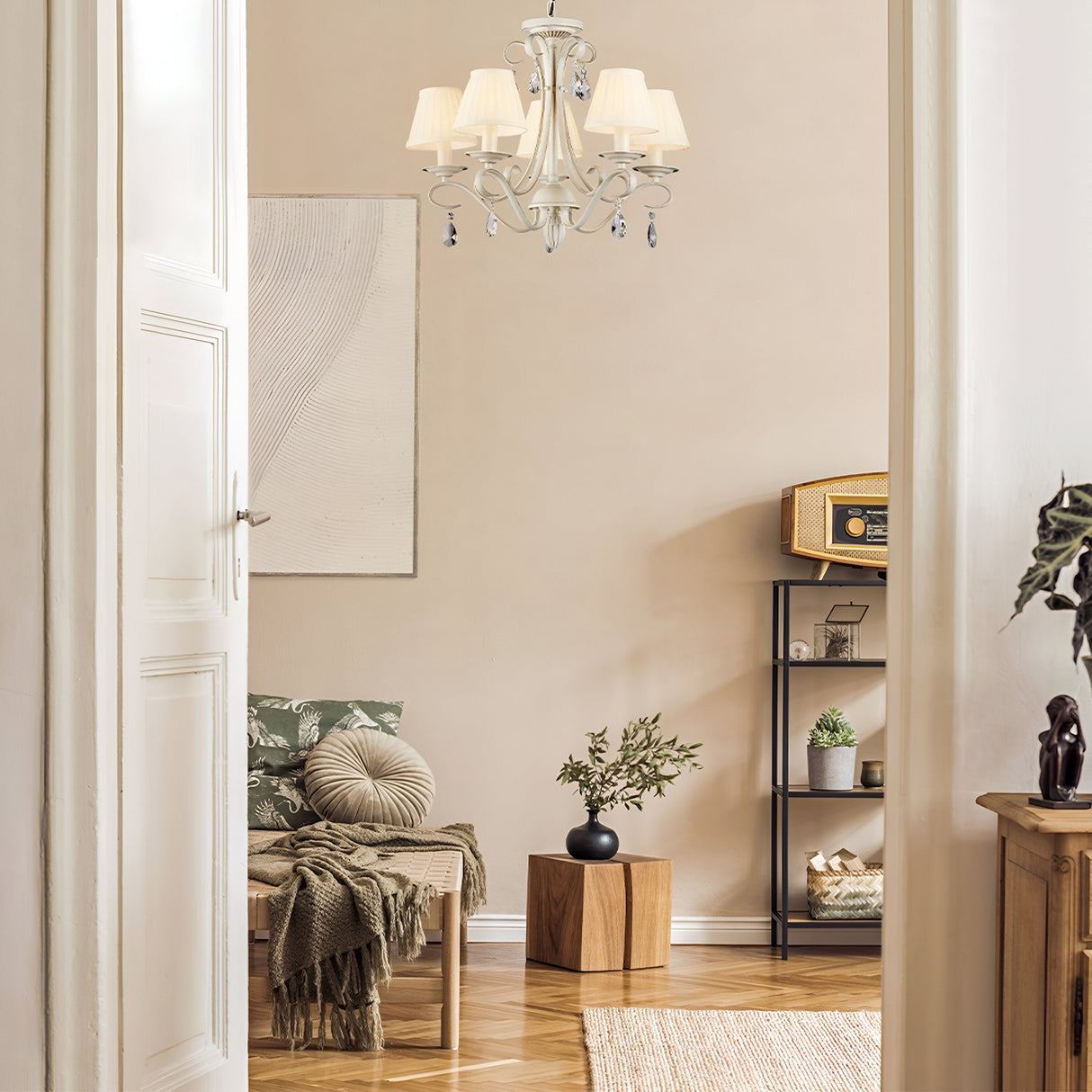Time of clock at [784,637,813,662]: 8:32
